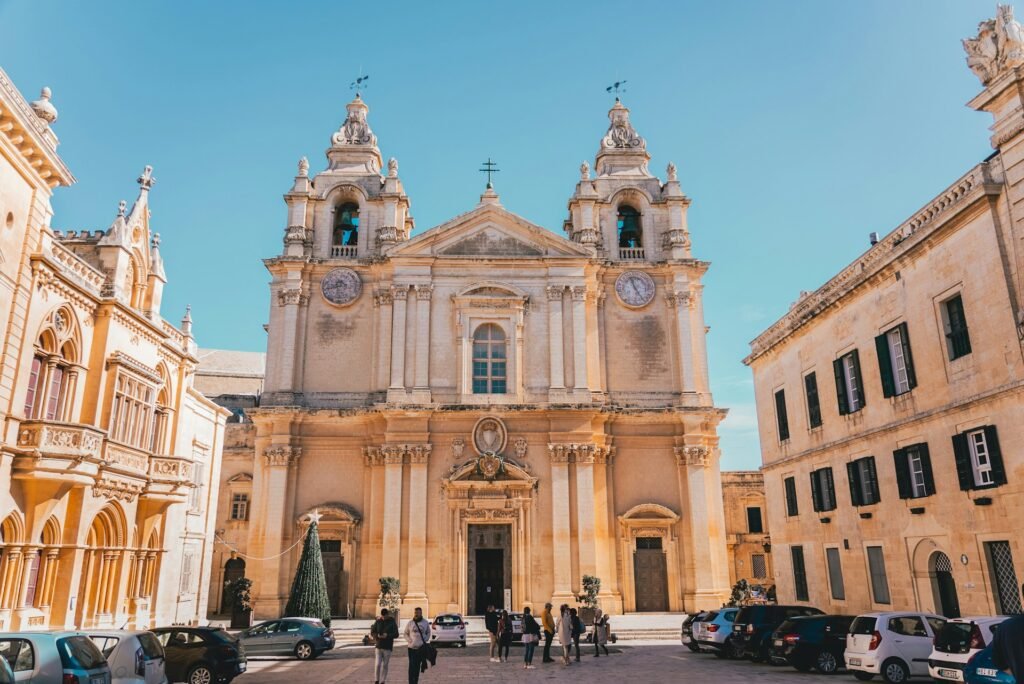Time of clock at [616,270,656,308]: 11:24
